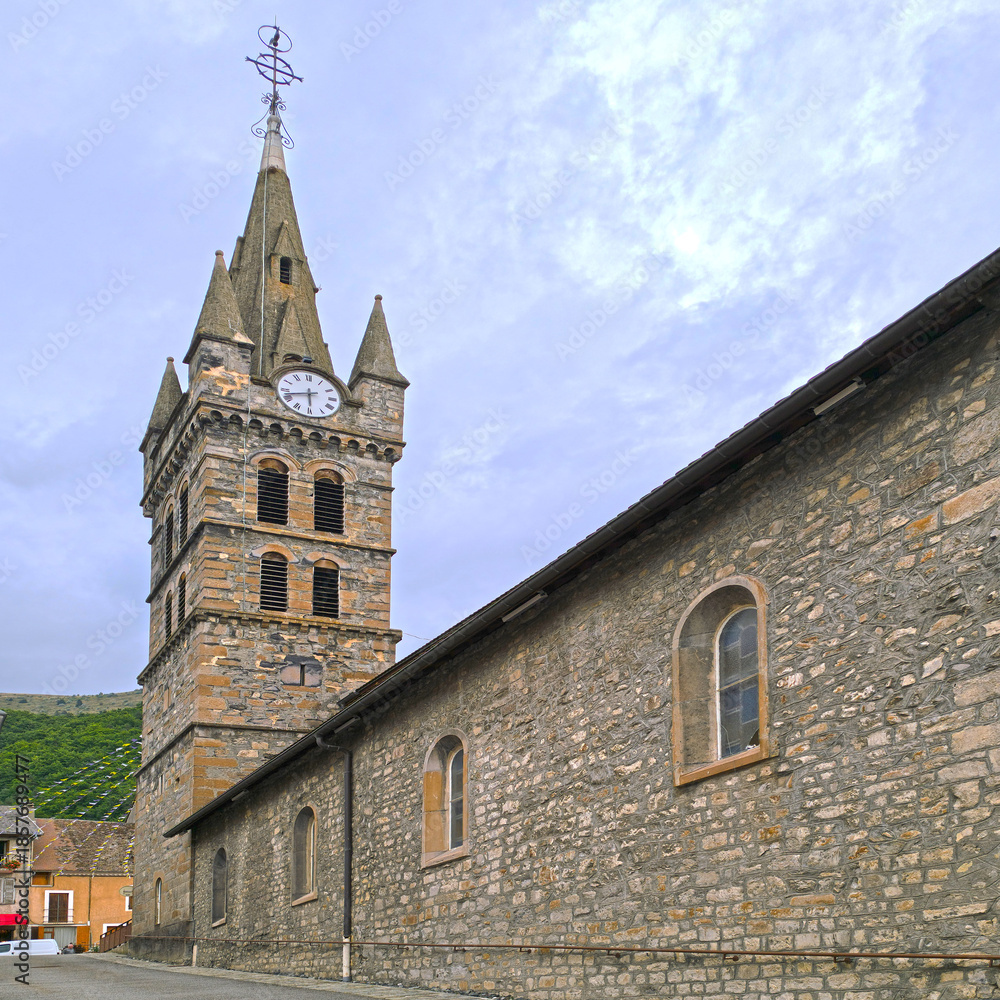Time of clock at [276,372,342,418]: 5:42
